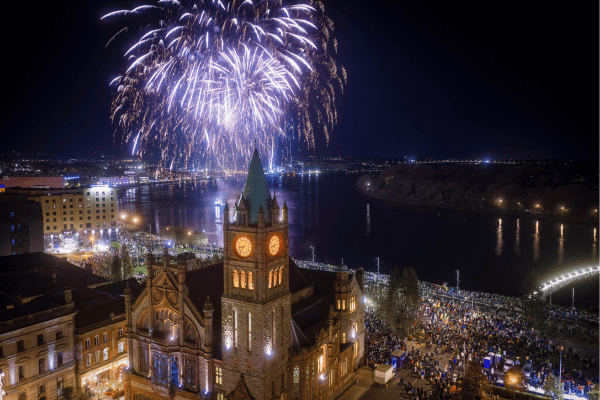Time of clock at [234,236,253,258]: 8:37
